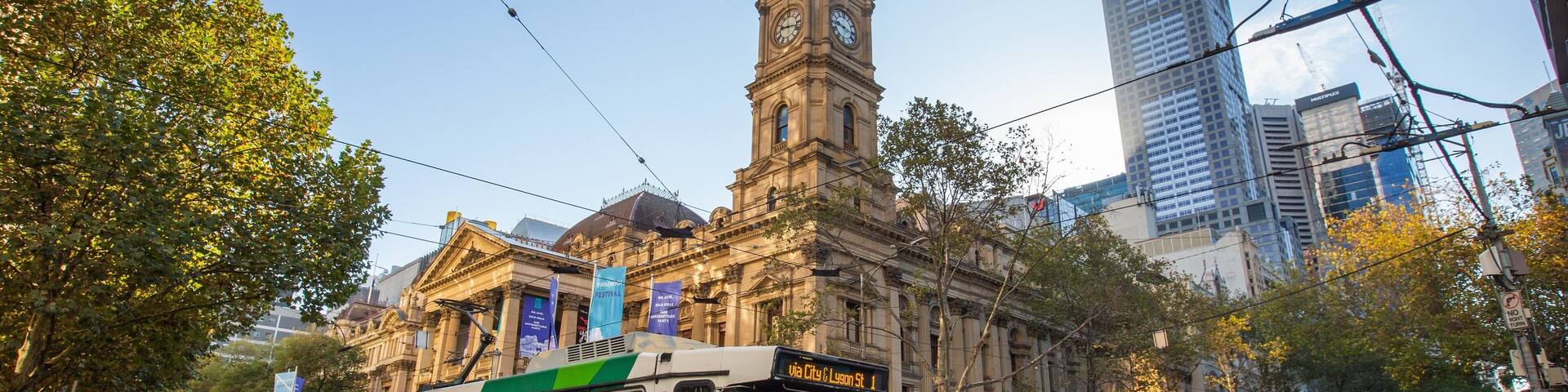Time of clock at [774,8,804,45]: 9:17
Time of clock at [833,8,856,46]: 9:17
